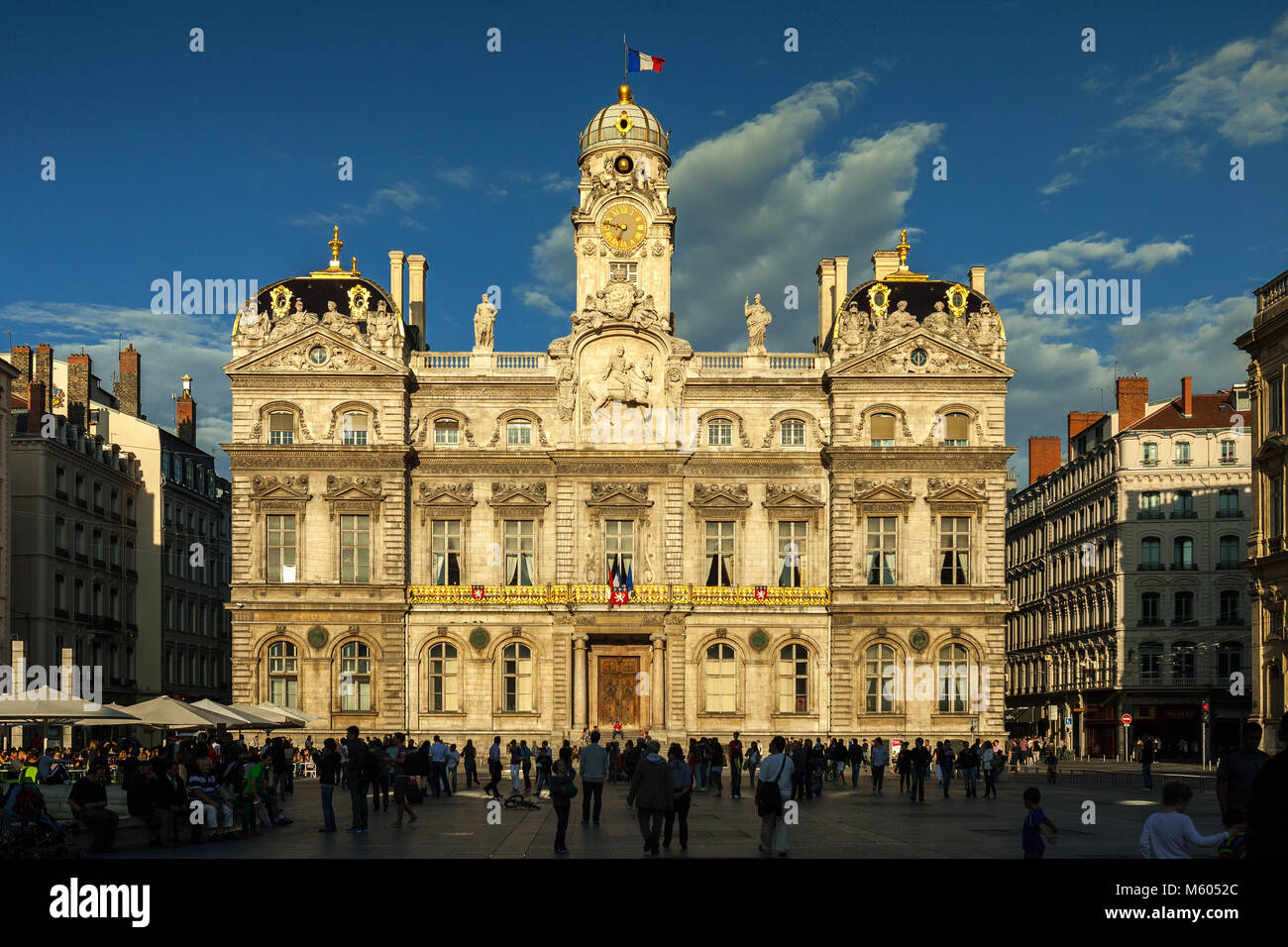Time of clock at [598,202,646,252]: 6:47
